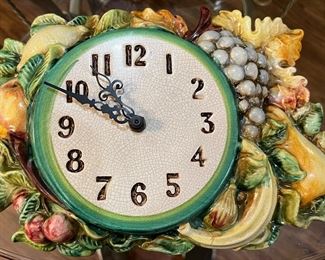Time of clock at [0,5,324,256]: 10:49
